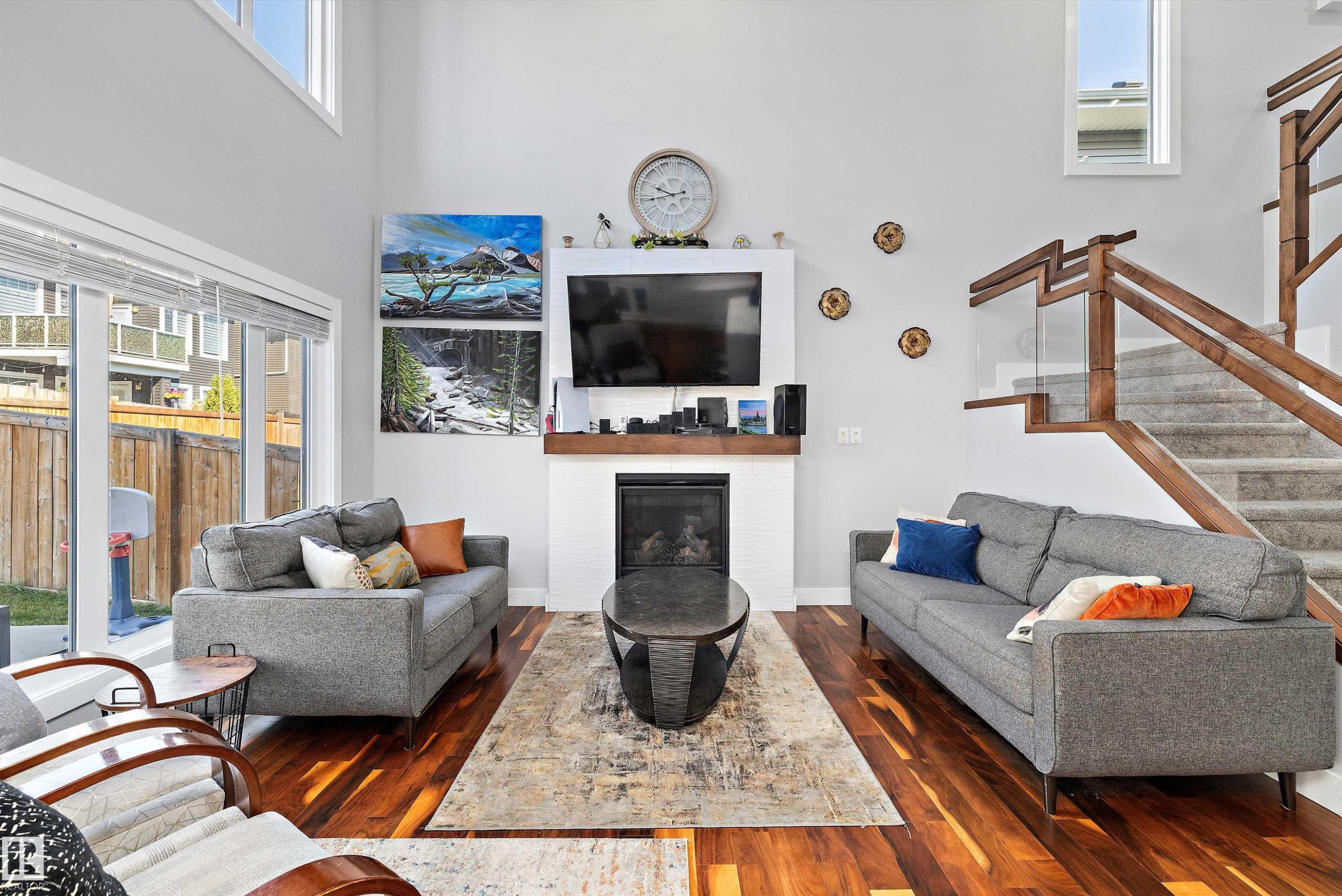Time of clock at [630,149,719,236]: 9:42
